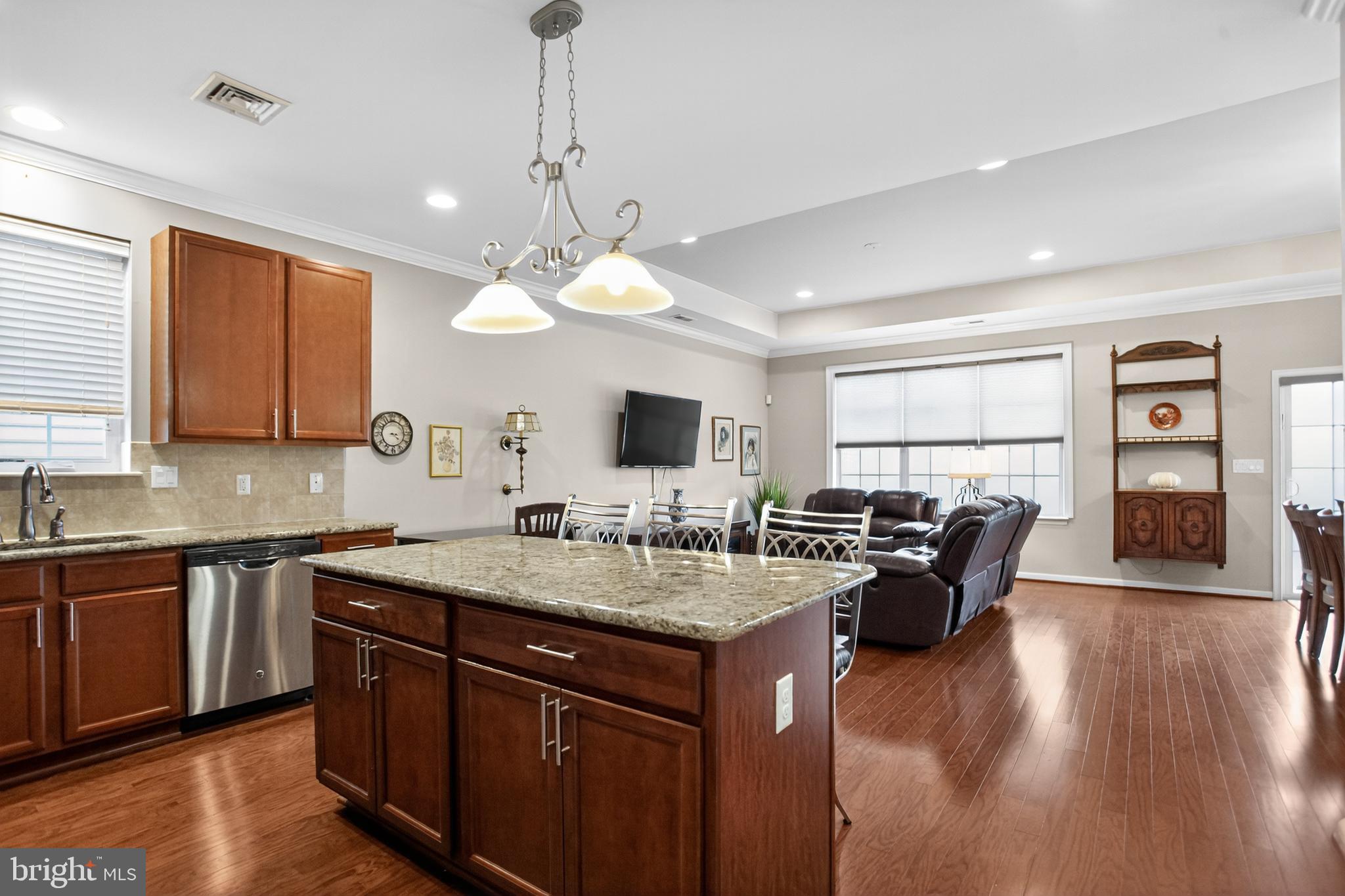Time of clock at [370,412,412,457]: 3:22
